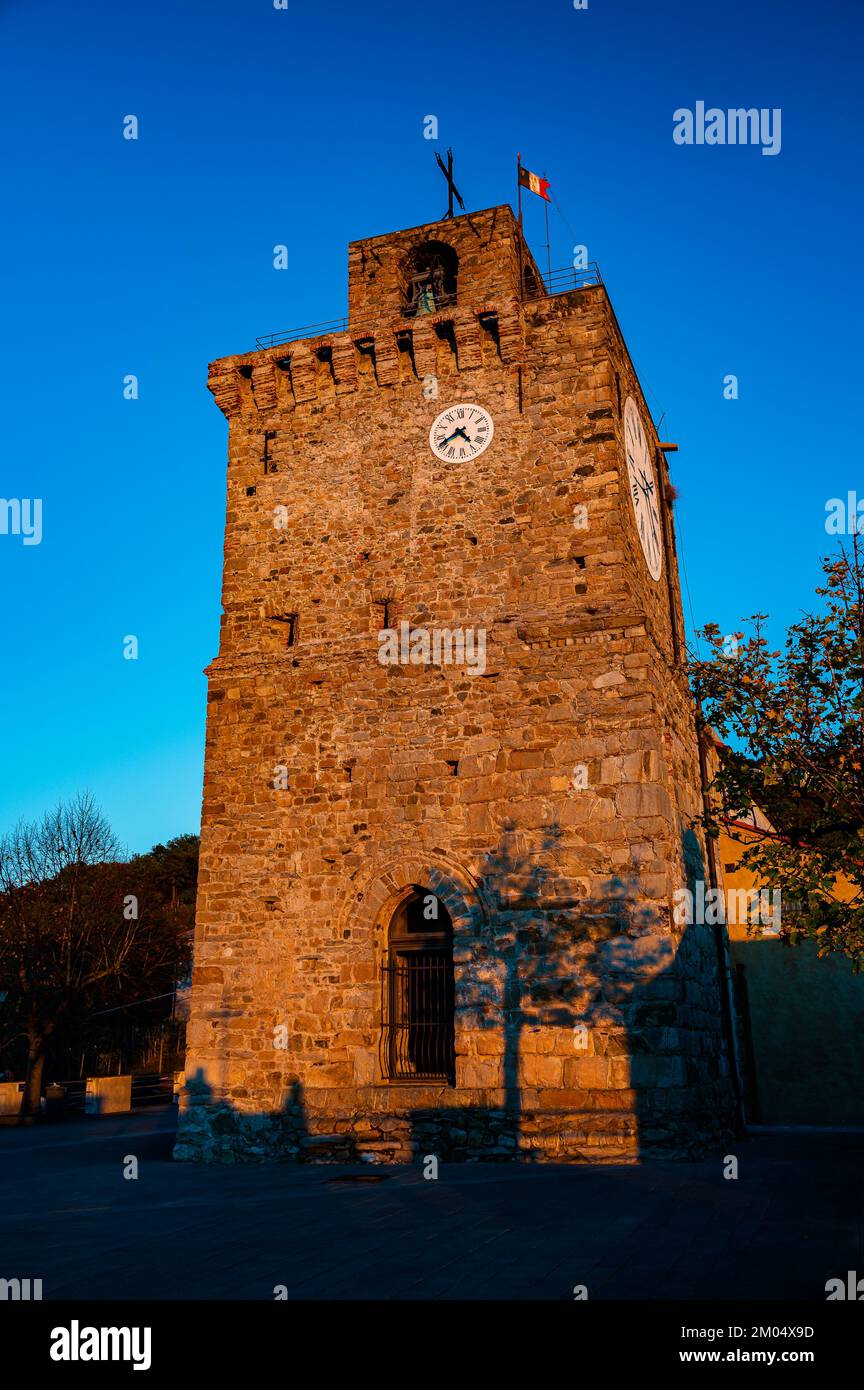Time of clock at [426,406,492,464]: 4:40
